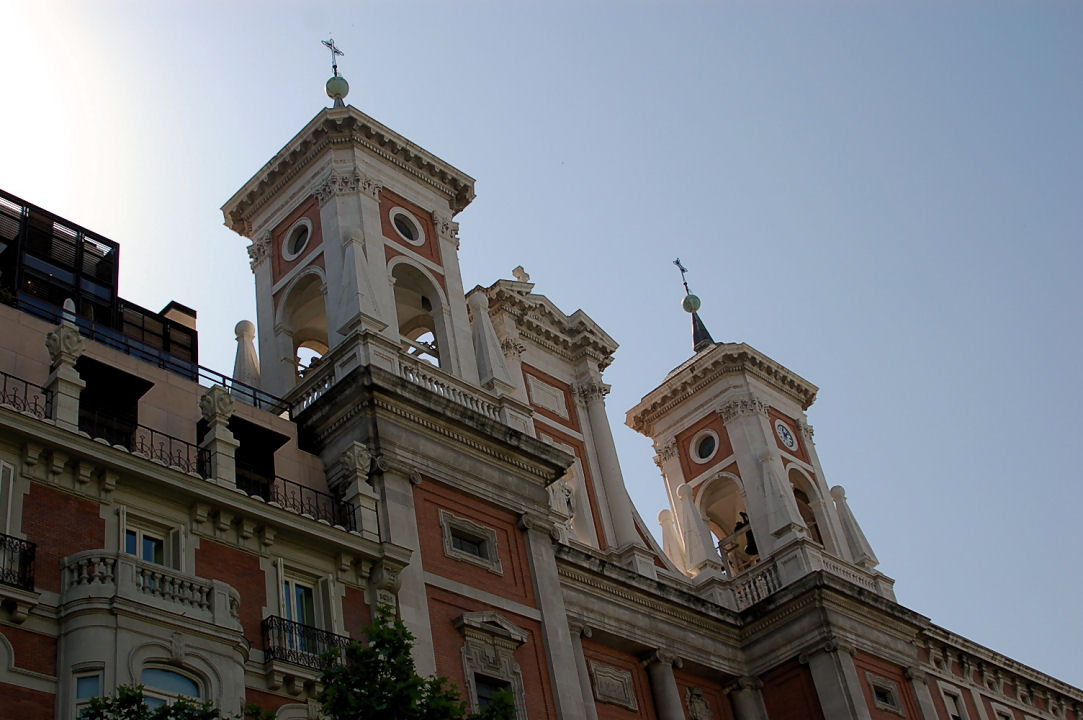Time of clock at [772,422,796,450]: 11:07
